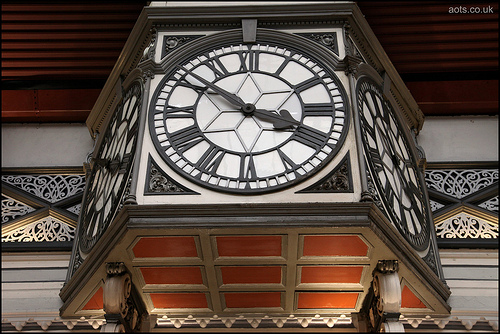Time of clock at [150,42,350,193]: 3:51
